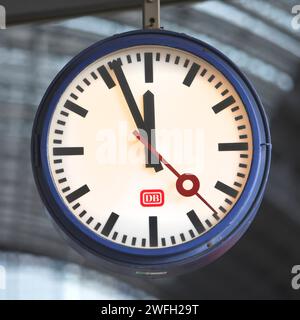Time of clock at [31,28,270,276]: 11:56
